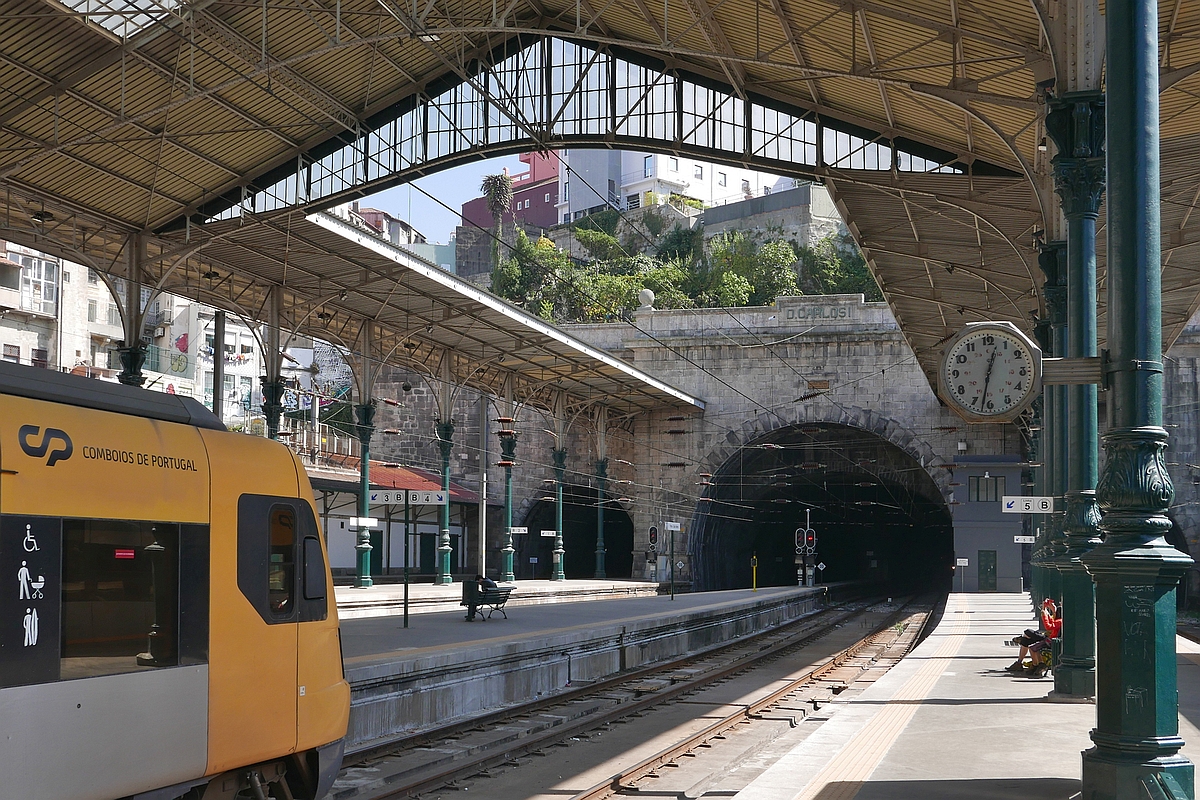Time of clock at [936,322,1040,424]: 12:32
